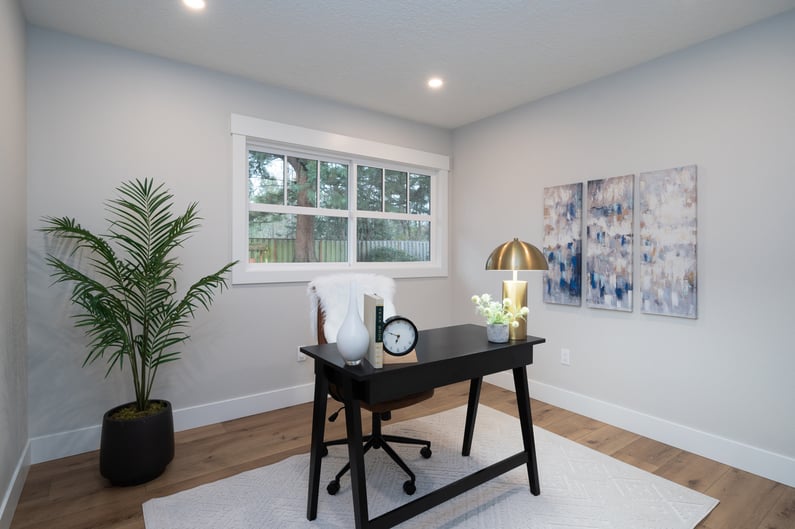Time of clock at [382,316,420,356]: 6:48
